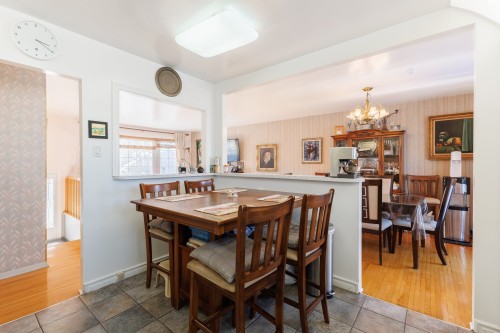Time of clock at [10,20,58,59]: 3:20
